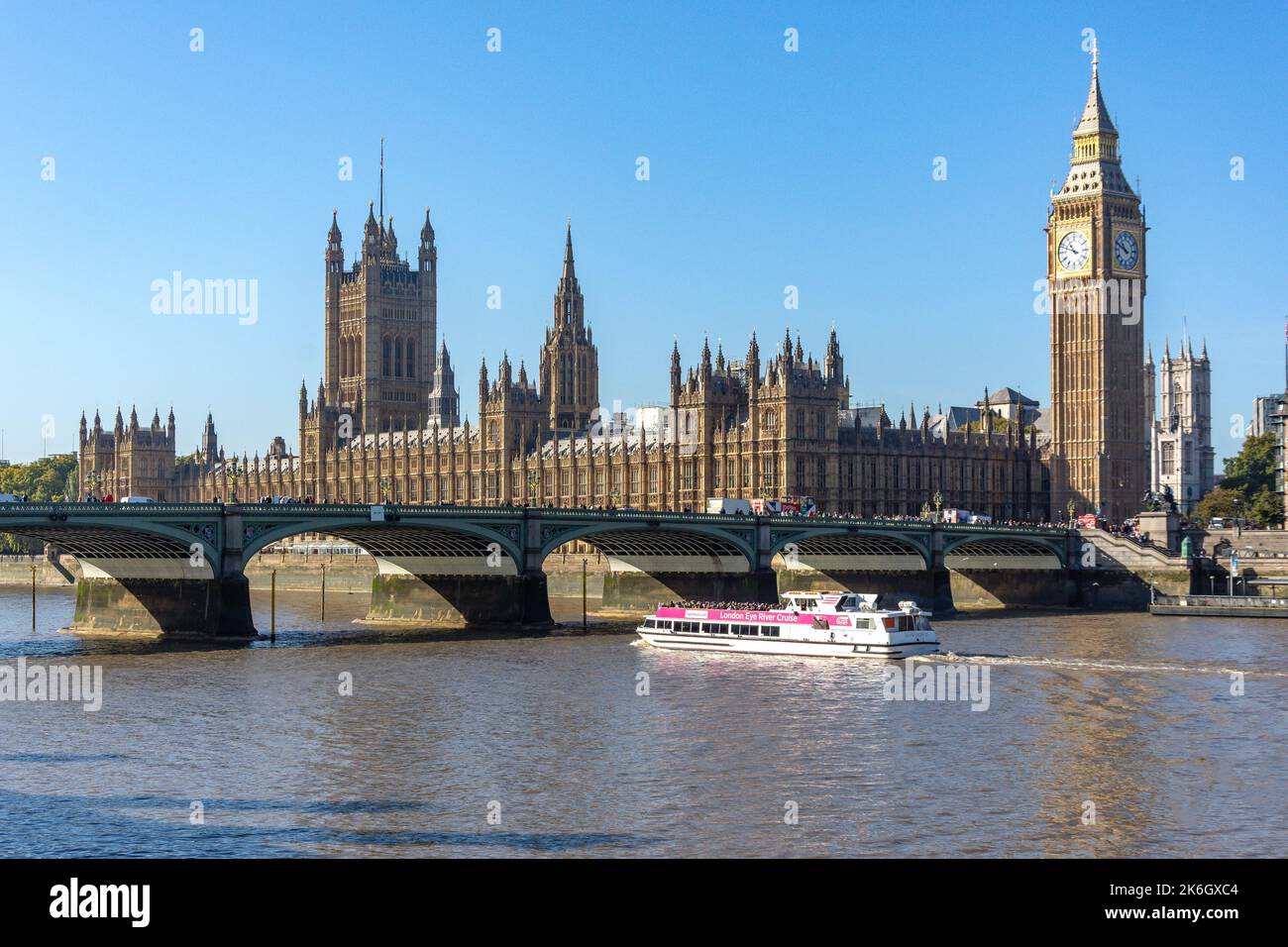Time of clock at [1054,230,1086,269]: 10:48
